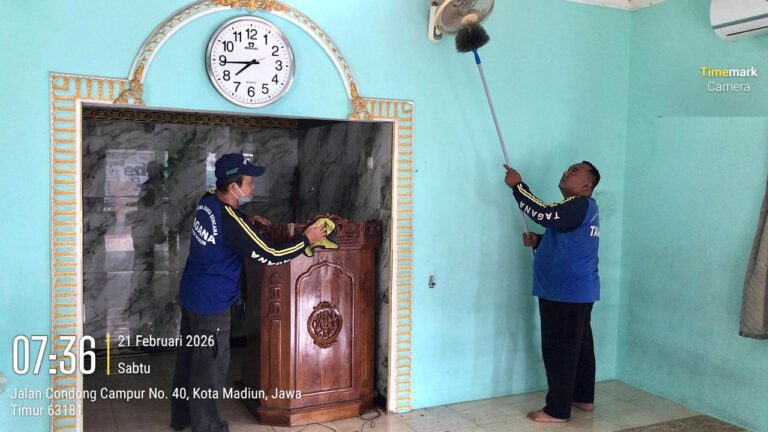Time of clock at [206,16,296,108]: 7:44
